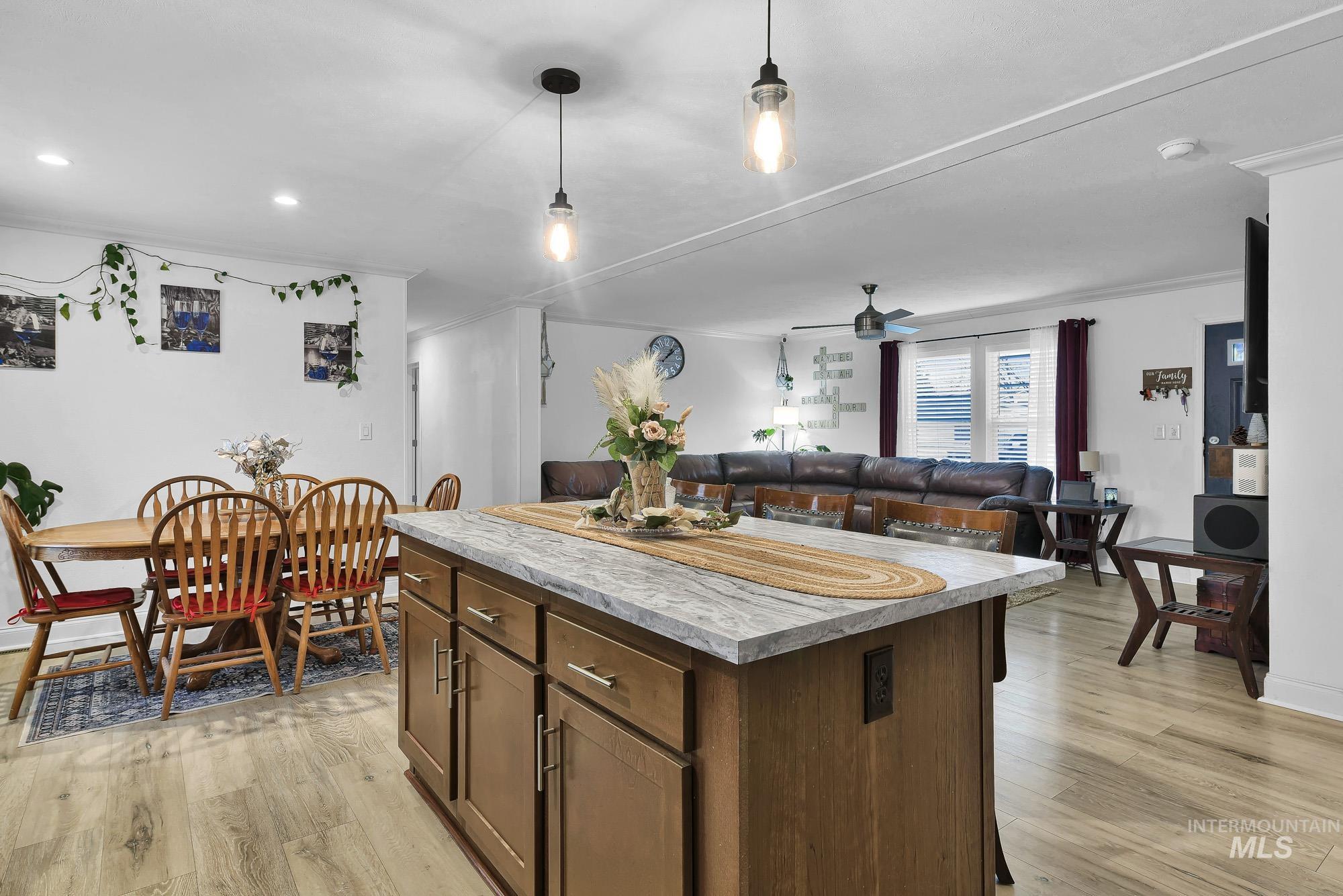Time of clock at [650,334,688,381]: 1:08
